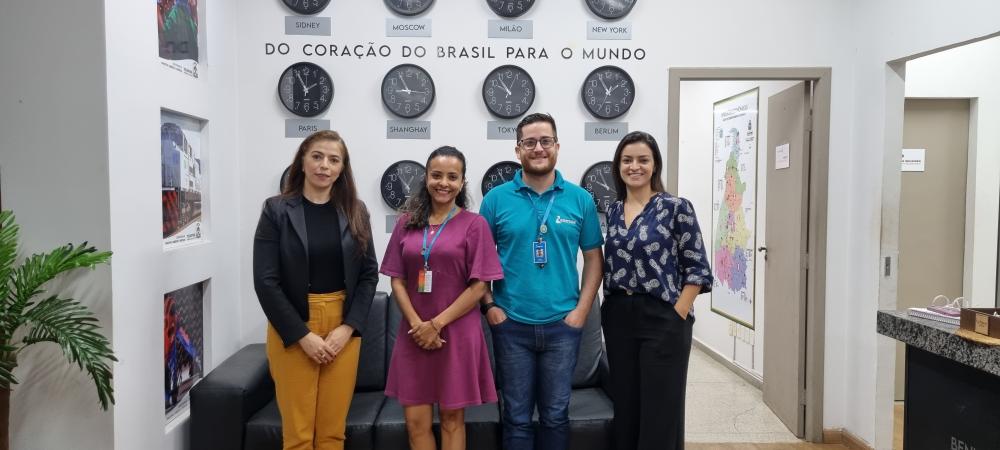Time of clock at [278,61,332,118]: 1:55
